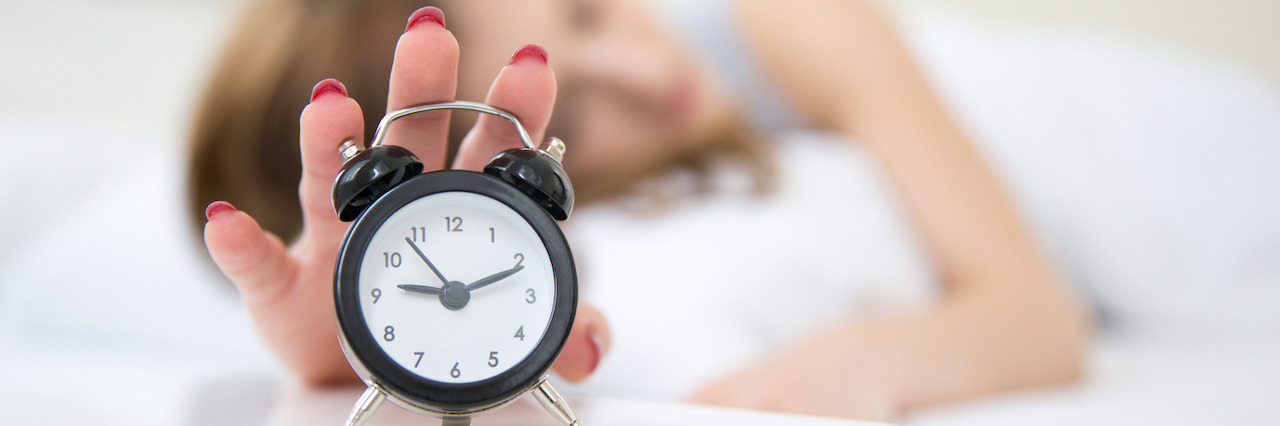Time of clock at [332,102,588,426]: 9:11
